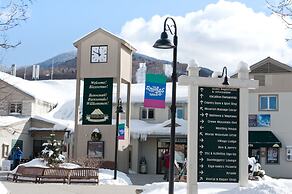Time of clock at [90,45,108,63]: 11:49
